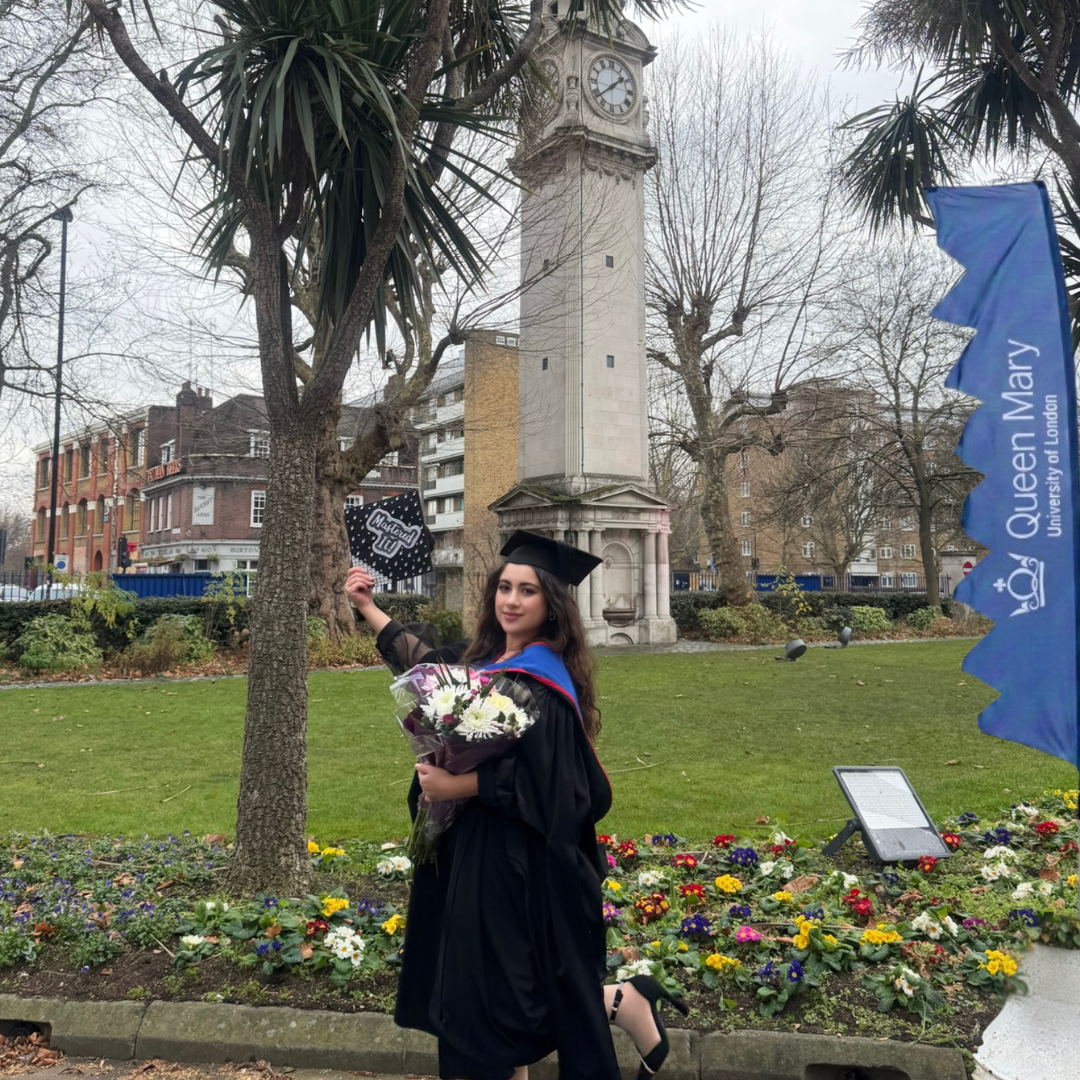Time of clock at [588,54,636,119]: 1:38
